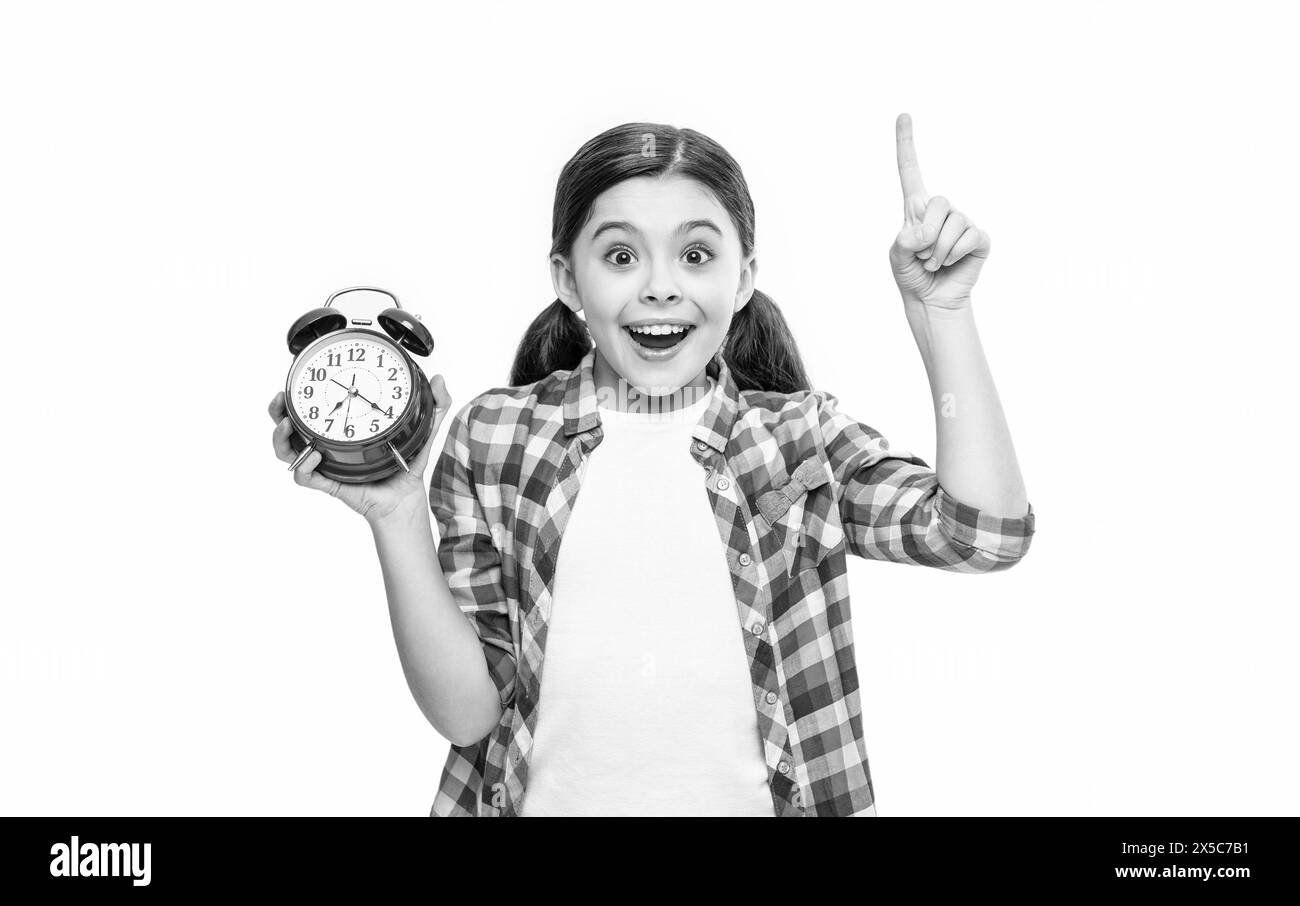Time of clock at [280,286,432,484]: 7:20
